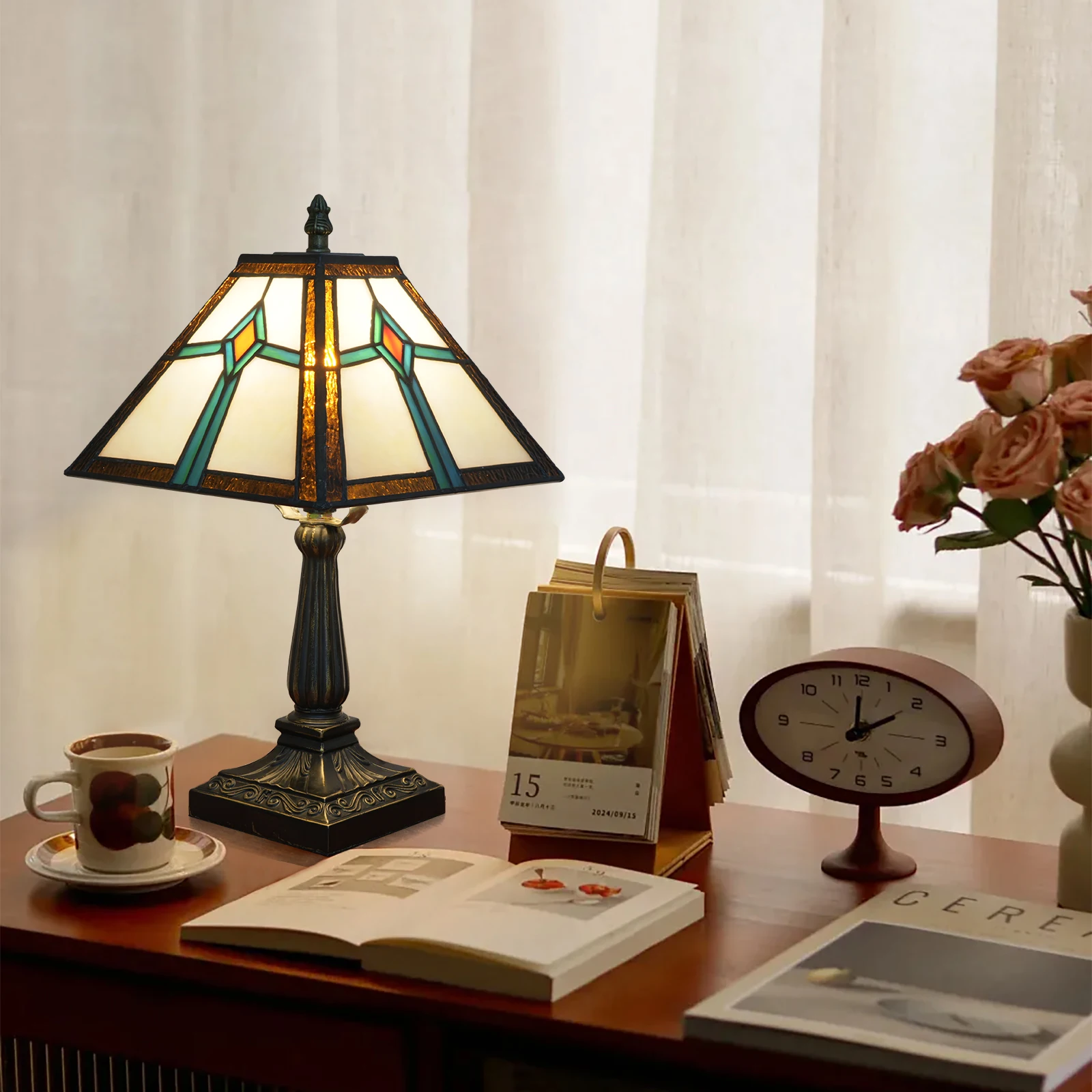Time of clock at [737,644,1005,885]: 2:01
